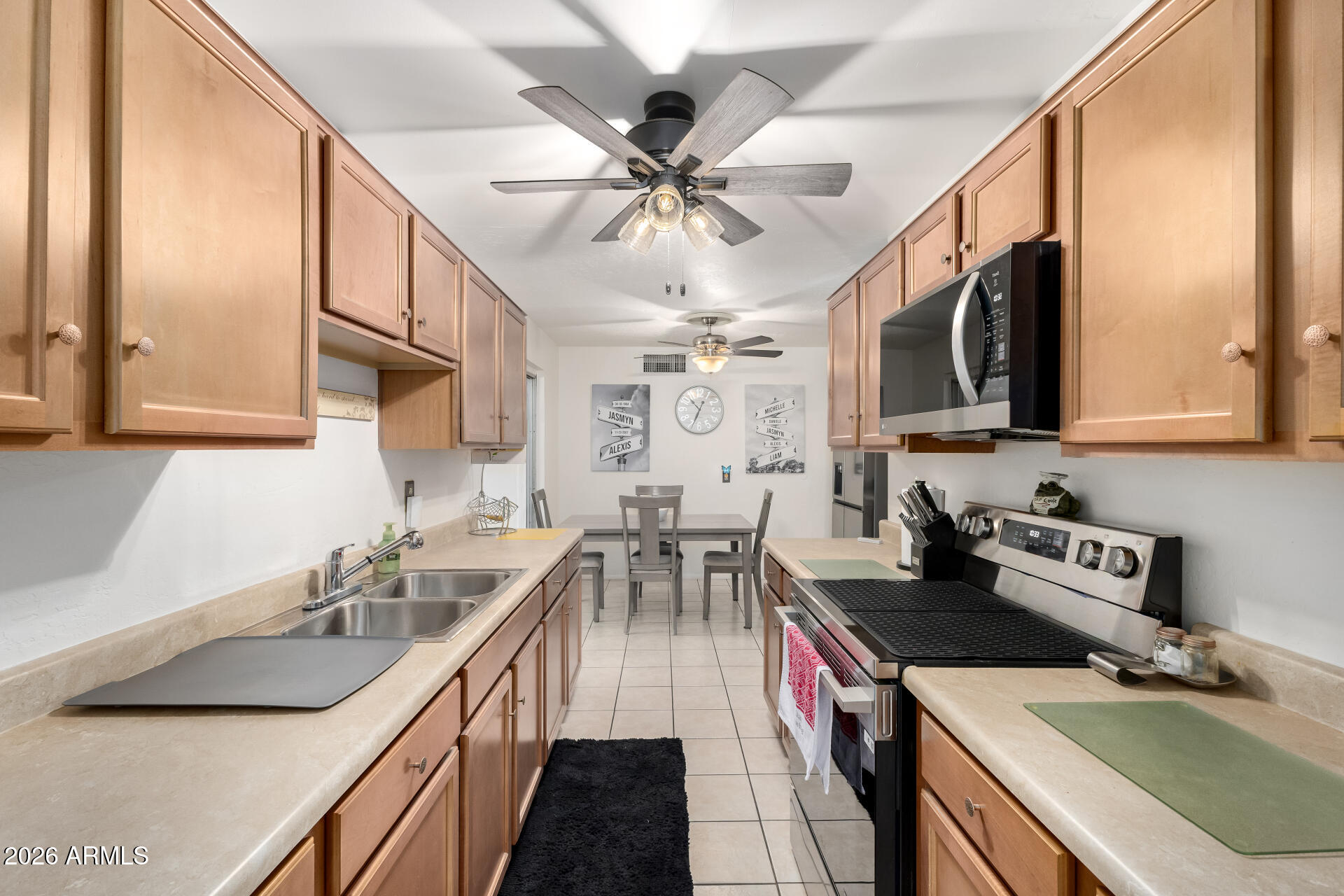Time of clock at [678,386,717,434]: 10:34
